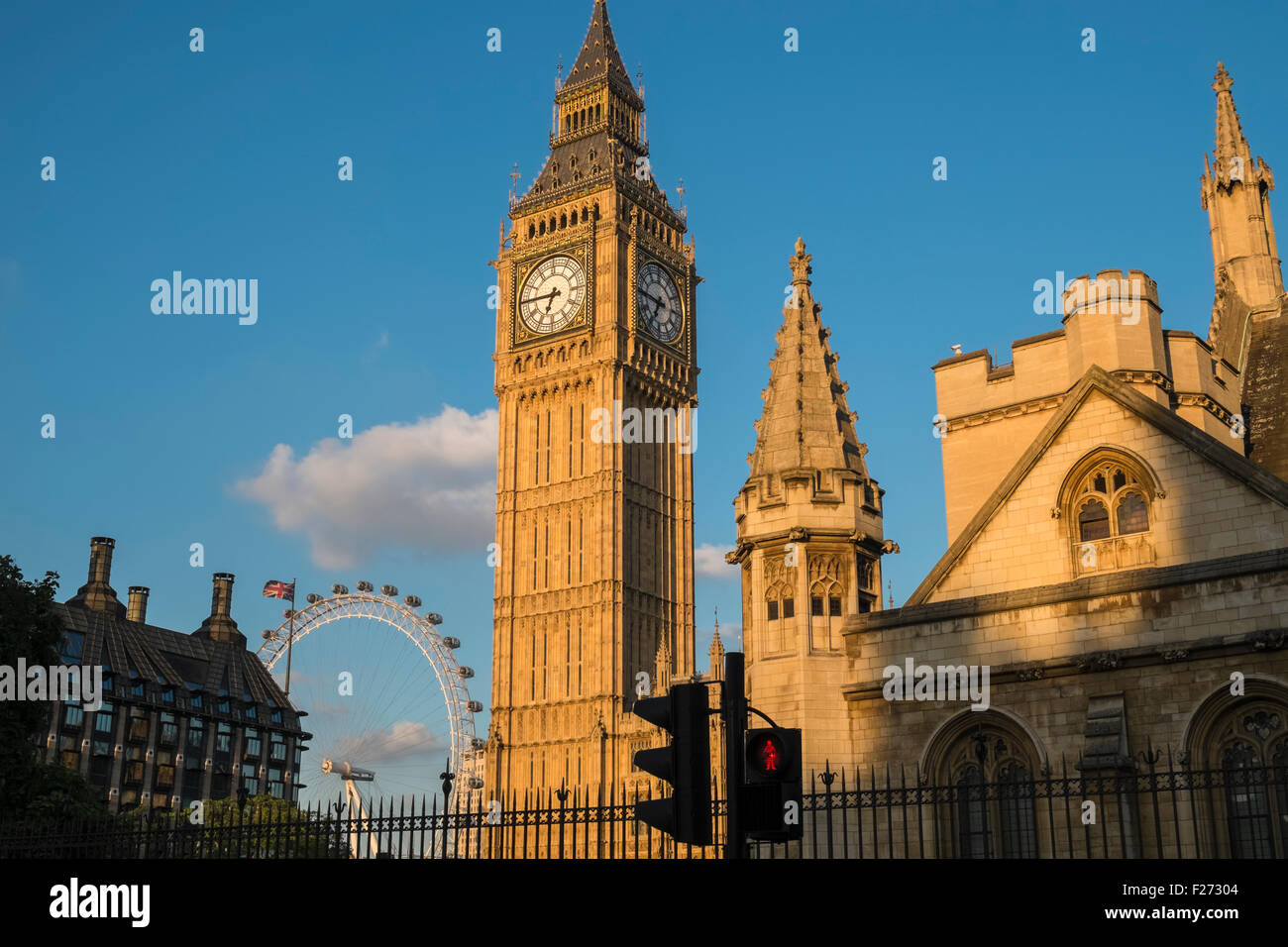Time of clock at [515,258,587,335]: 6:45
